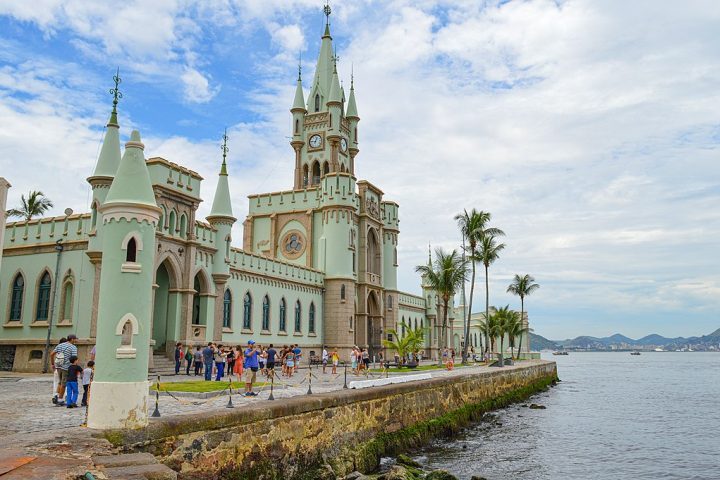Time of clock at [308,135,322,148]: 12:46
